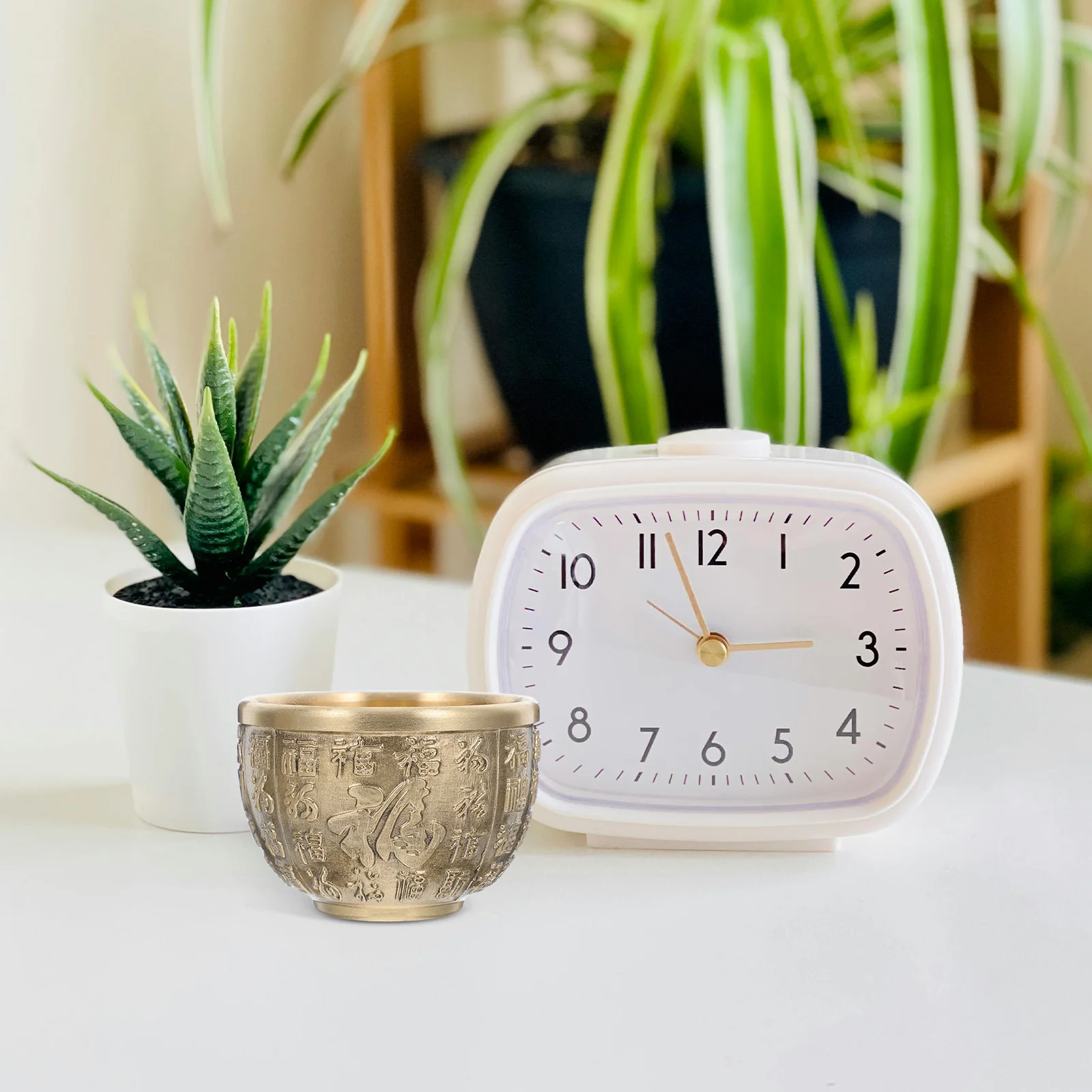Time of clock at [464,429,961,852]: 2:56
